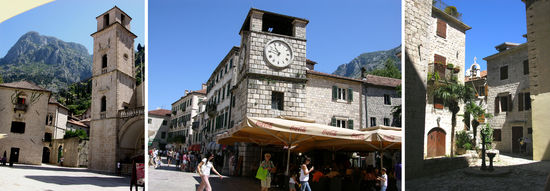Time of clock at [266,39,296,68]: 10:47
